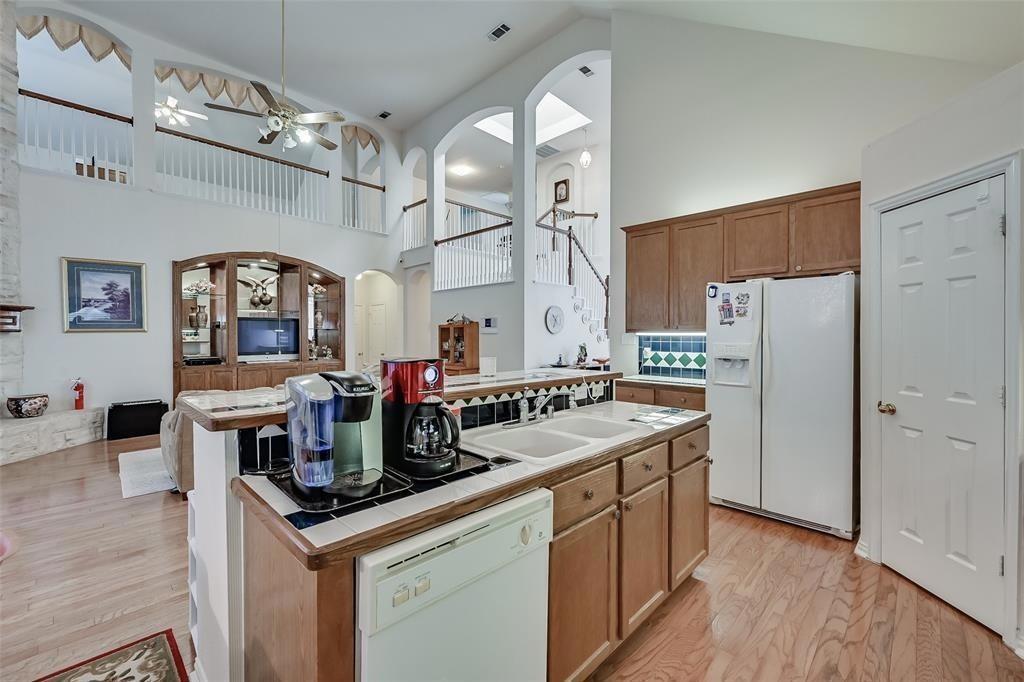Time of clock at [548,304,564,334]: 10:34
